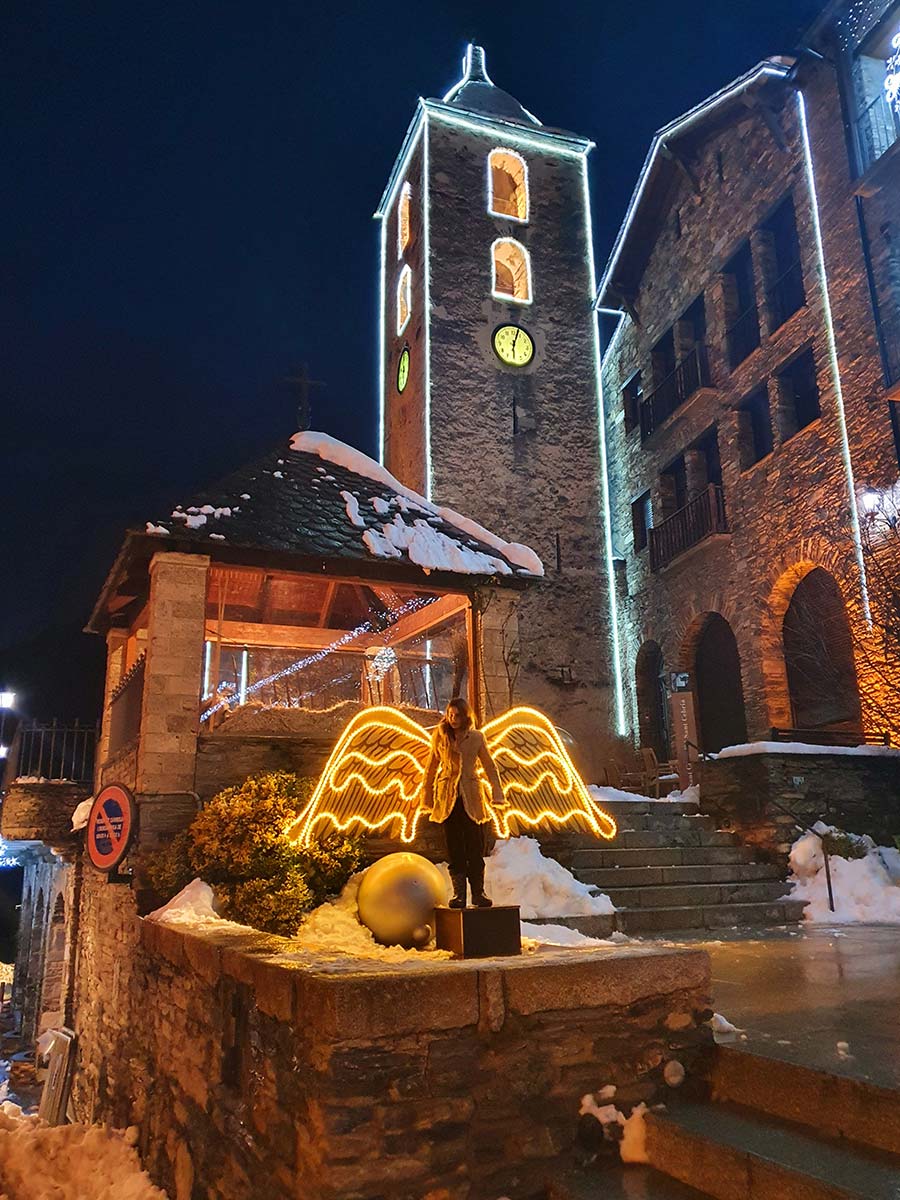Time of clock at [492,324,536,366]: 6:03
